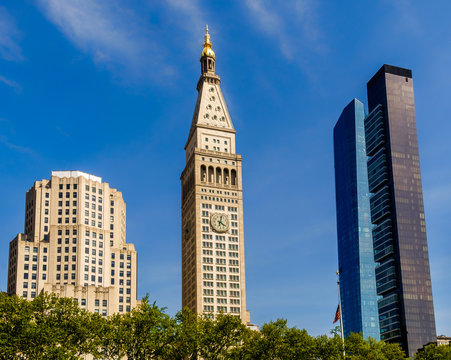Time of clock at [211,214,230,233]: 4:02
